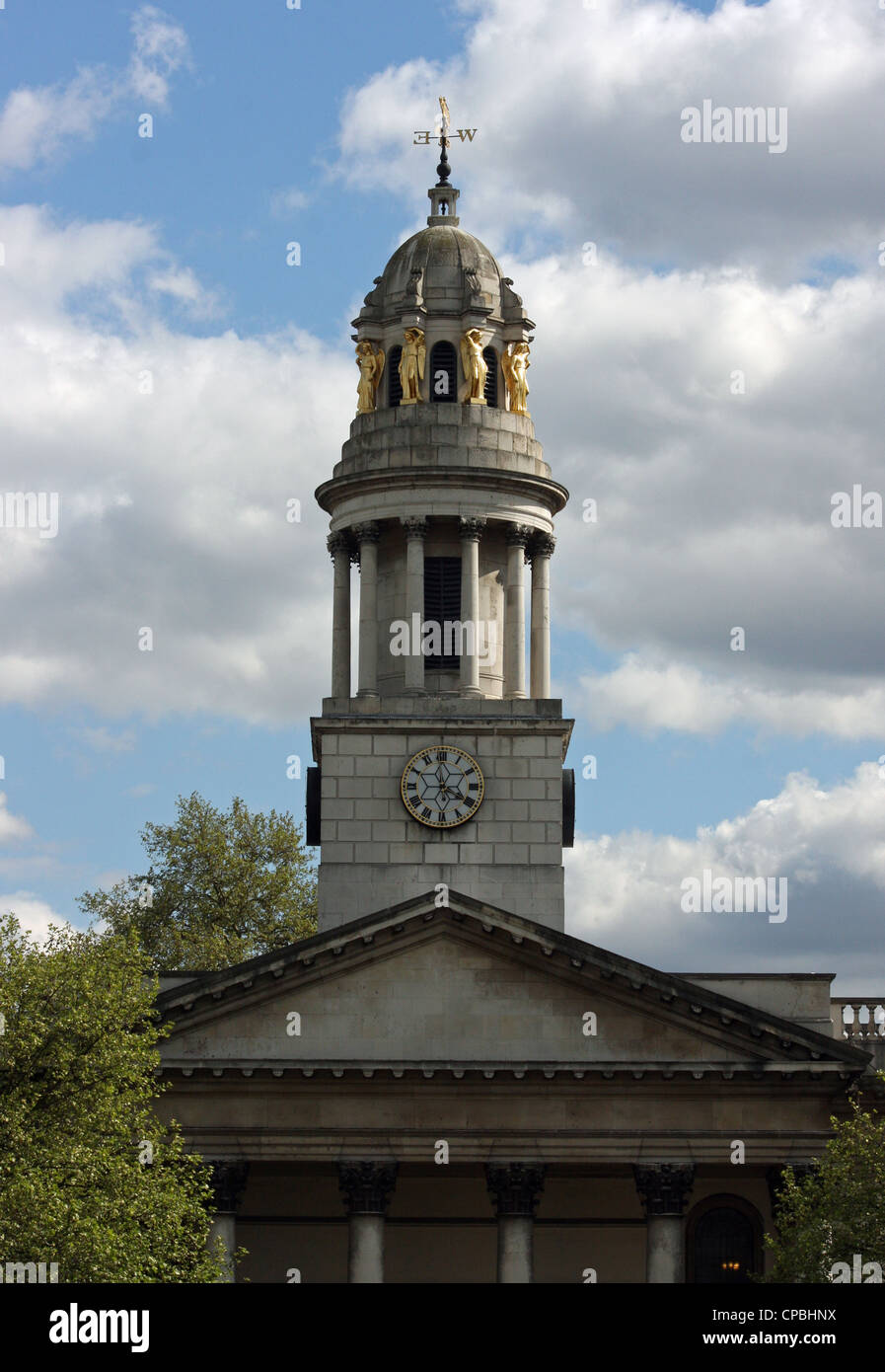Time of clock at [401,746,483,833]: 3:58
